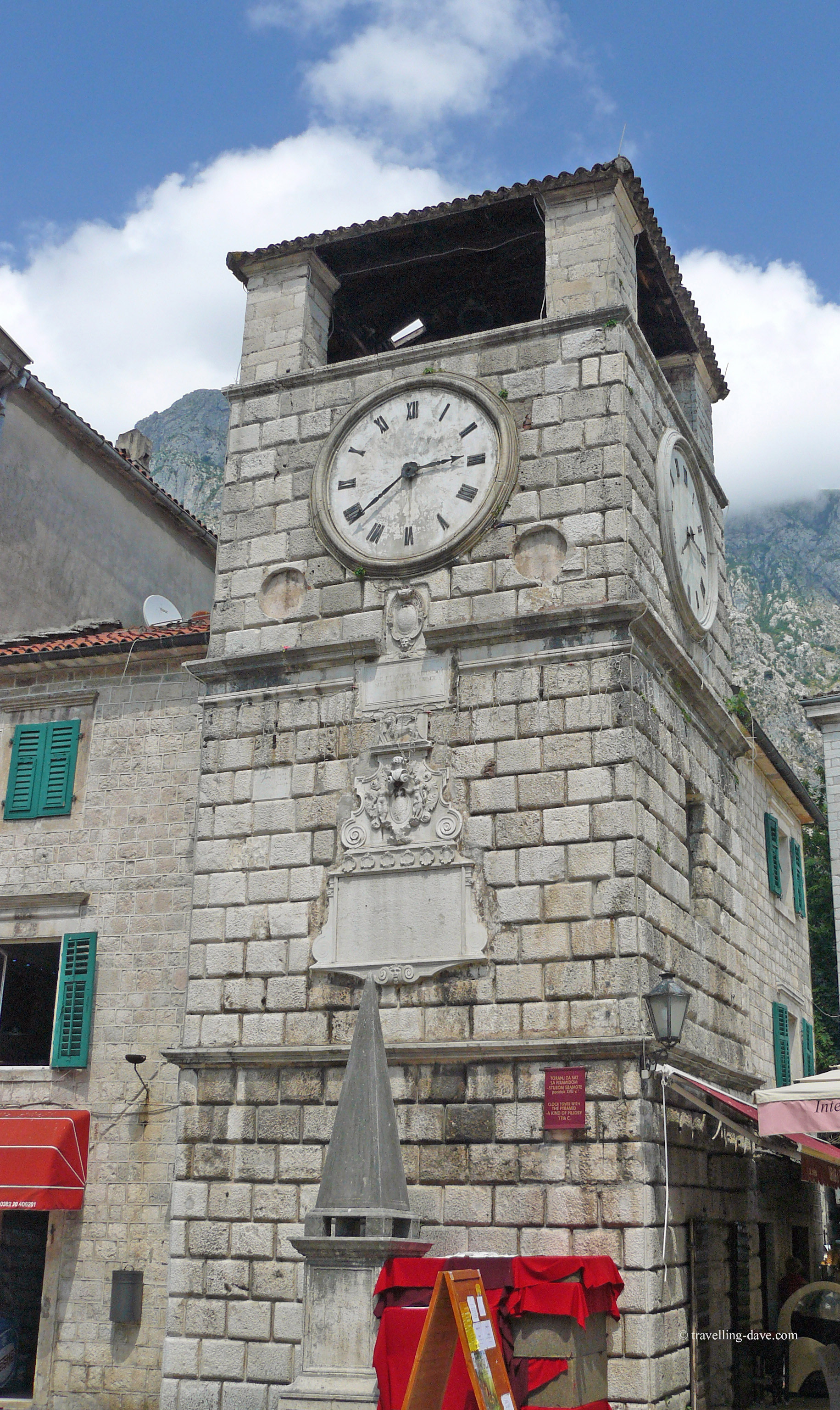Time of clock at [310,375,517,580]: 2:39
